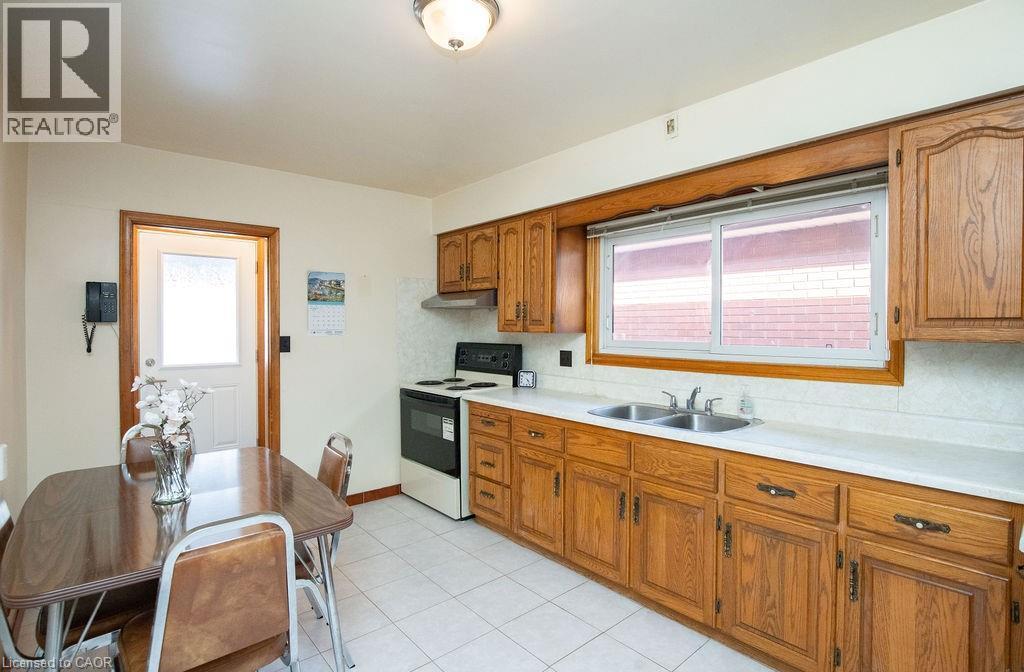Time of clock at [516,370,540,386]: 4:23
